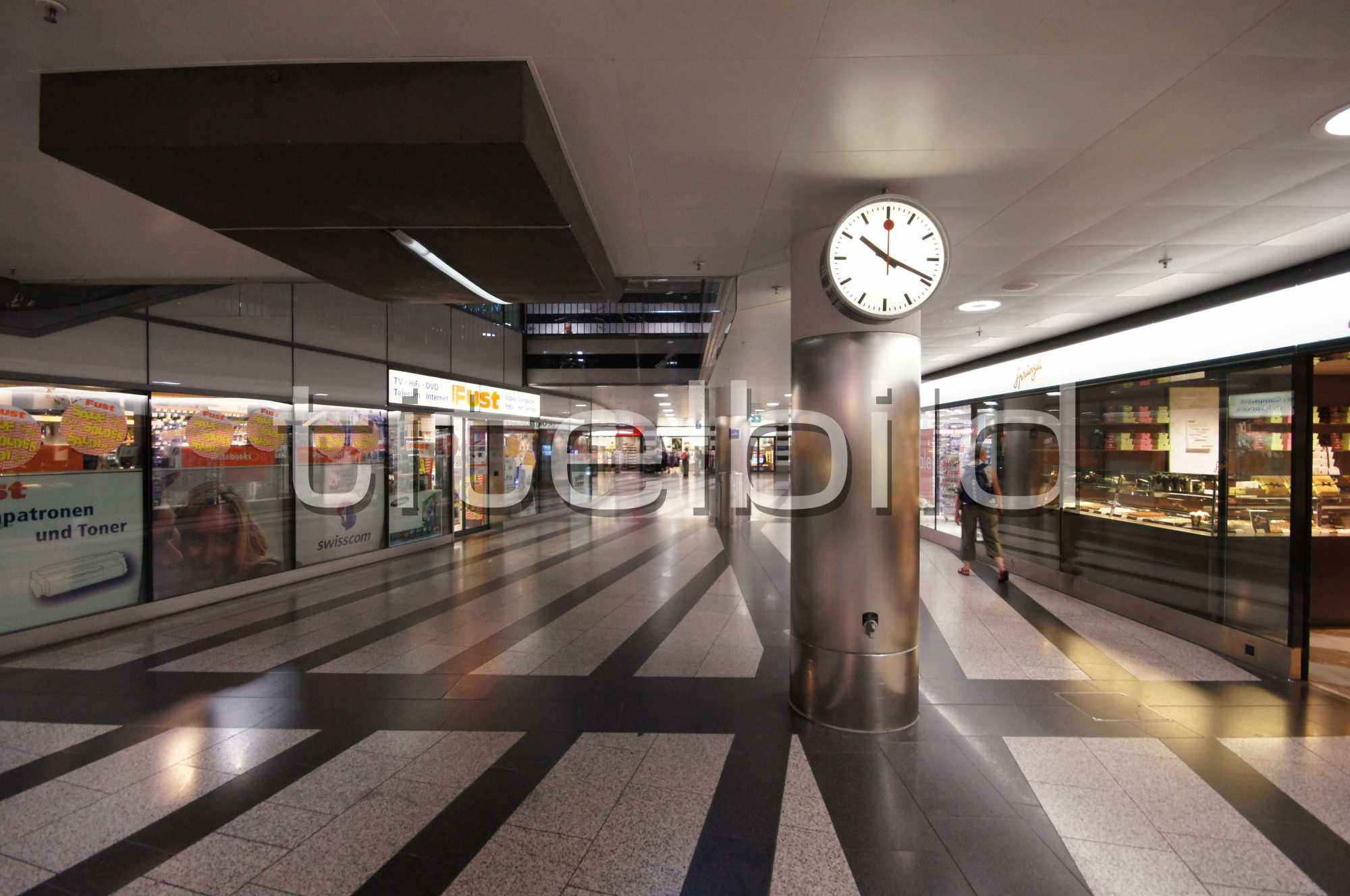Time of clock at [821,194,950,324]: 10:18
